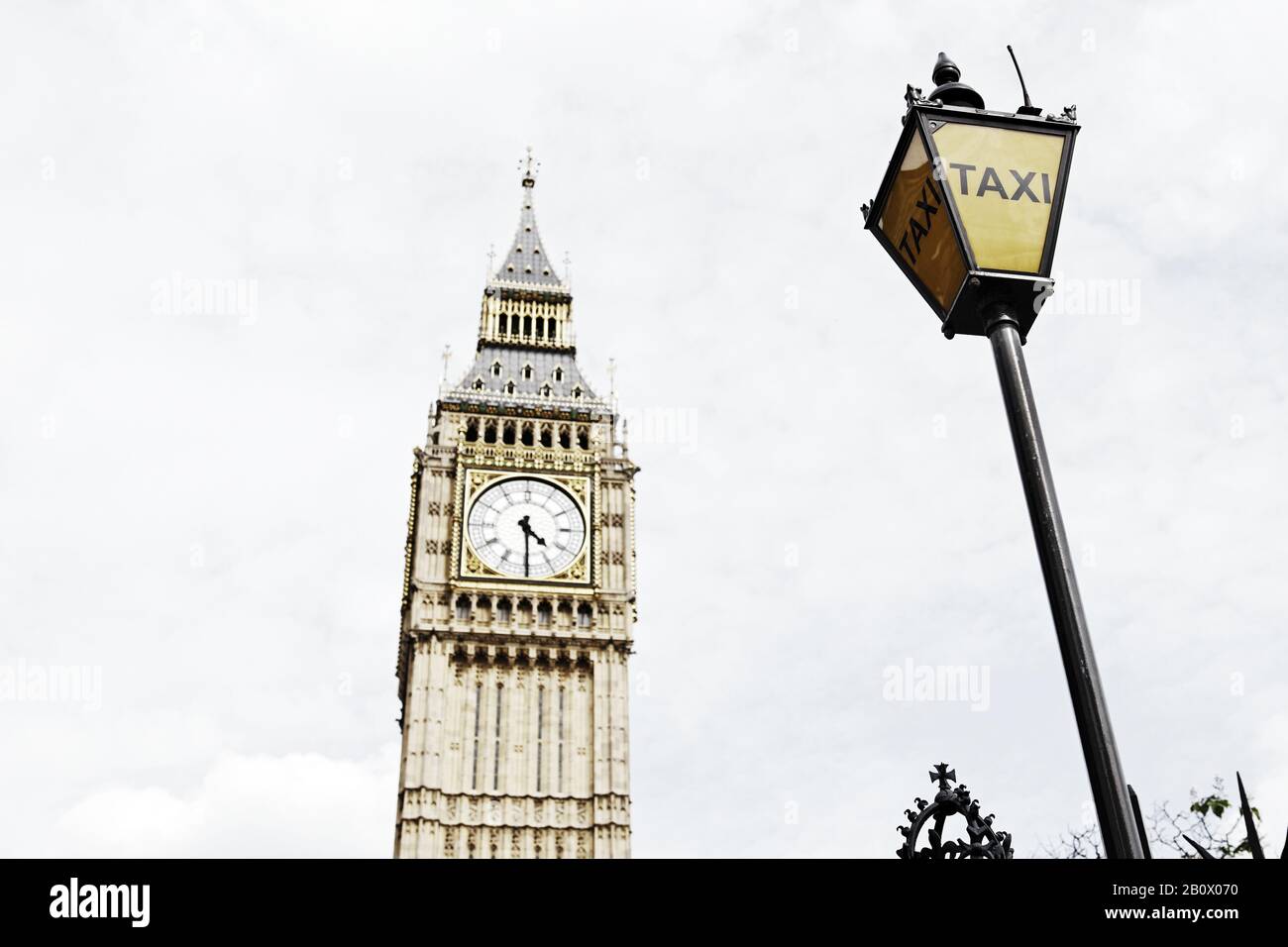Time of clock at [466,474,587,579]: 4:29
